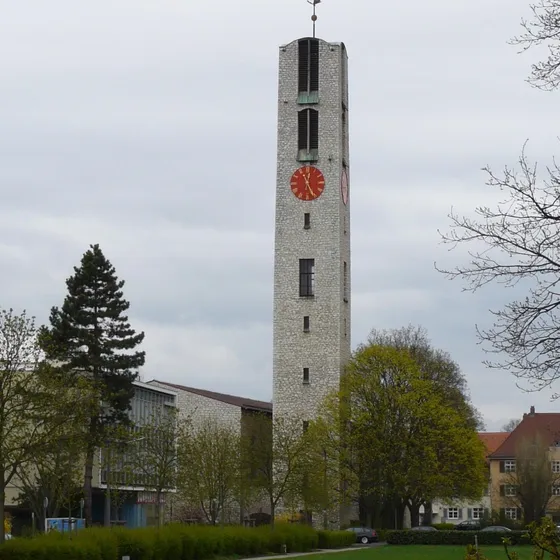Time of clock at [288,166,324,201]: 12:26
